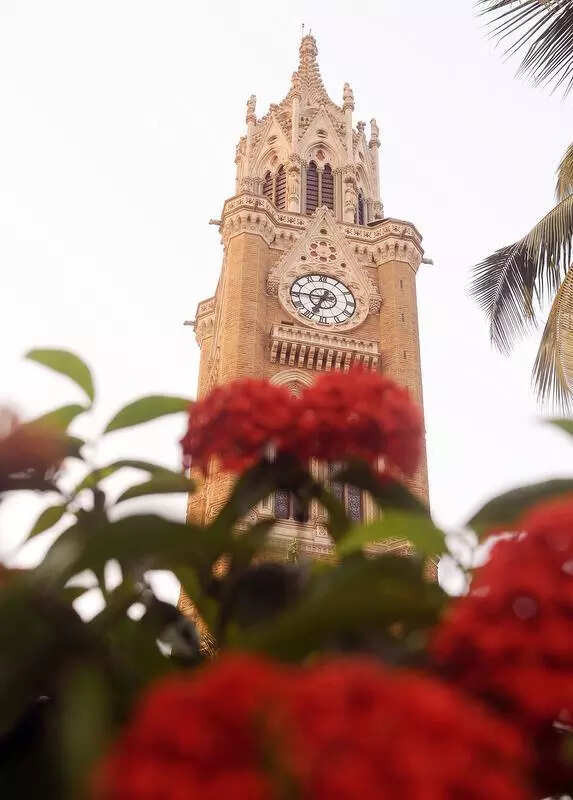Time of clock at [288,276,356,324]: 6:45
